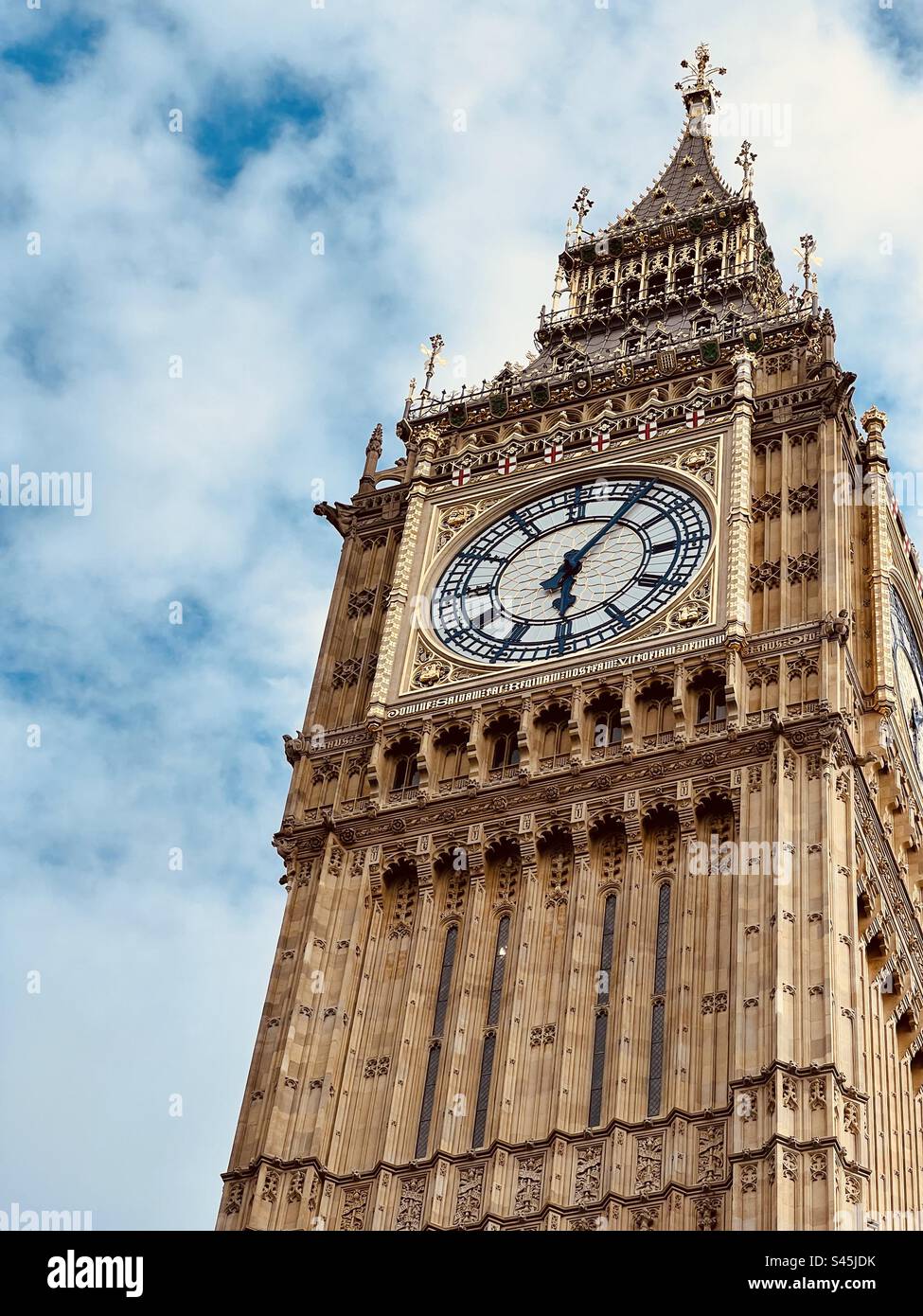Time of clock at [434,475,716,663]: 6:06
